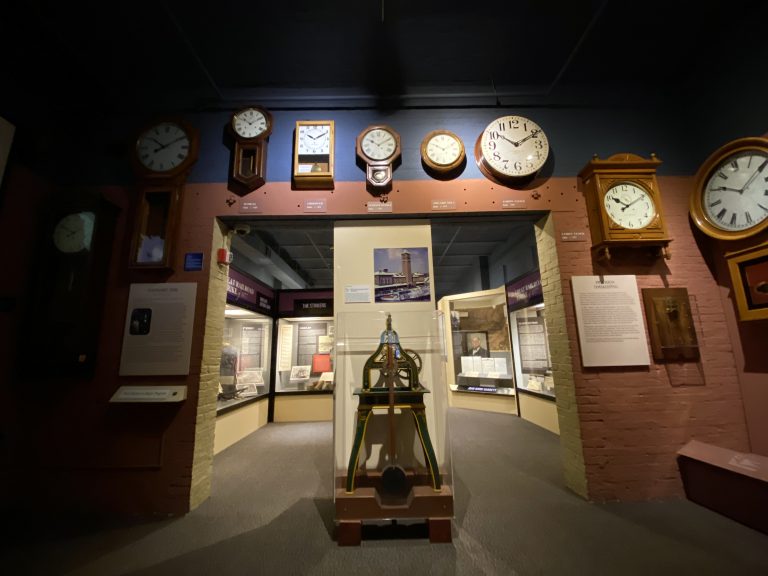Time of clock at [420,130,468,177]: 10:10
